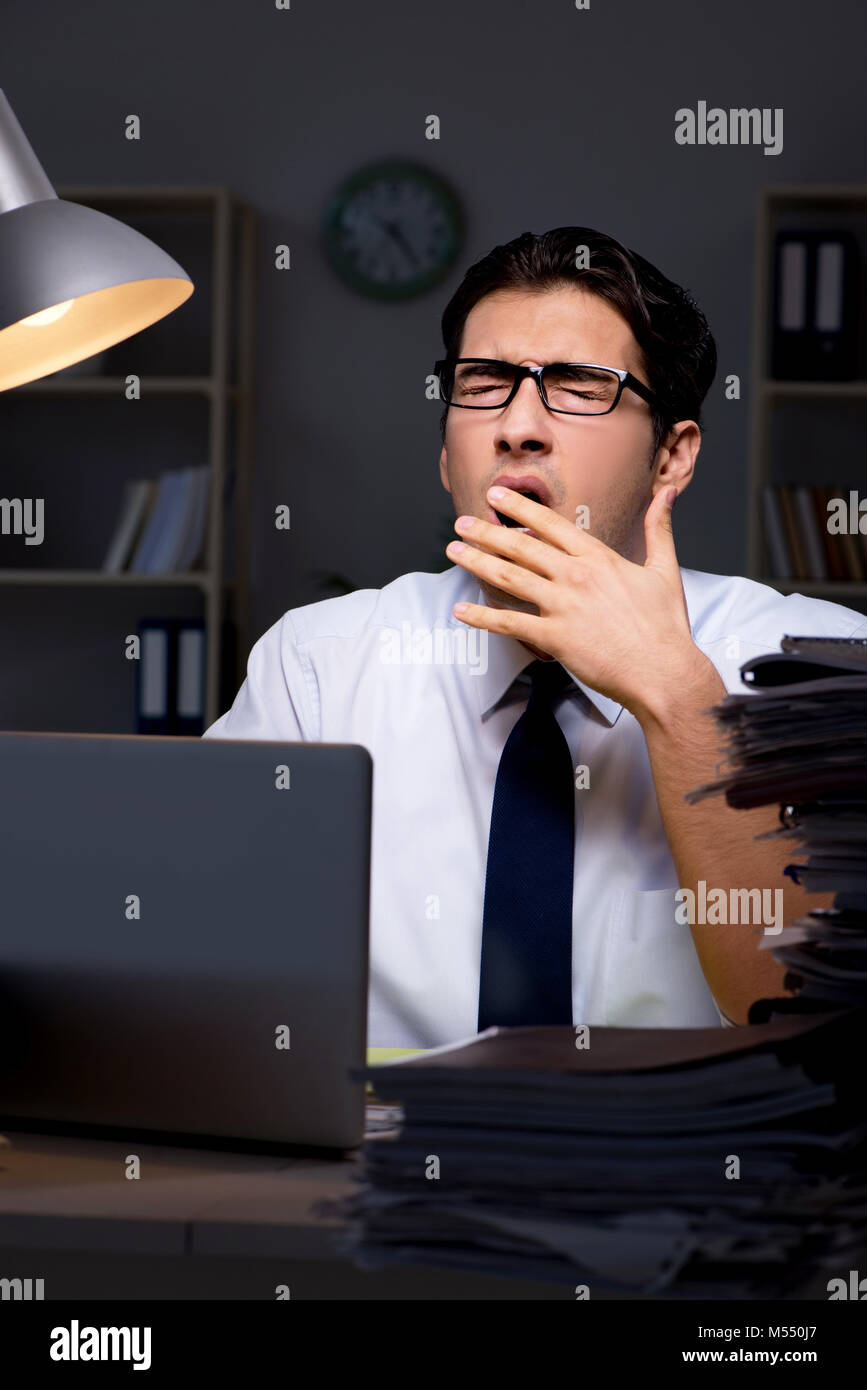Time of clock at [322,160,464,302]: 7:24
